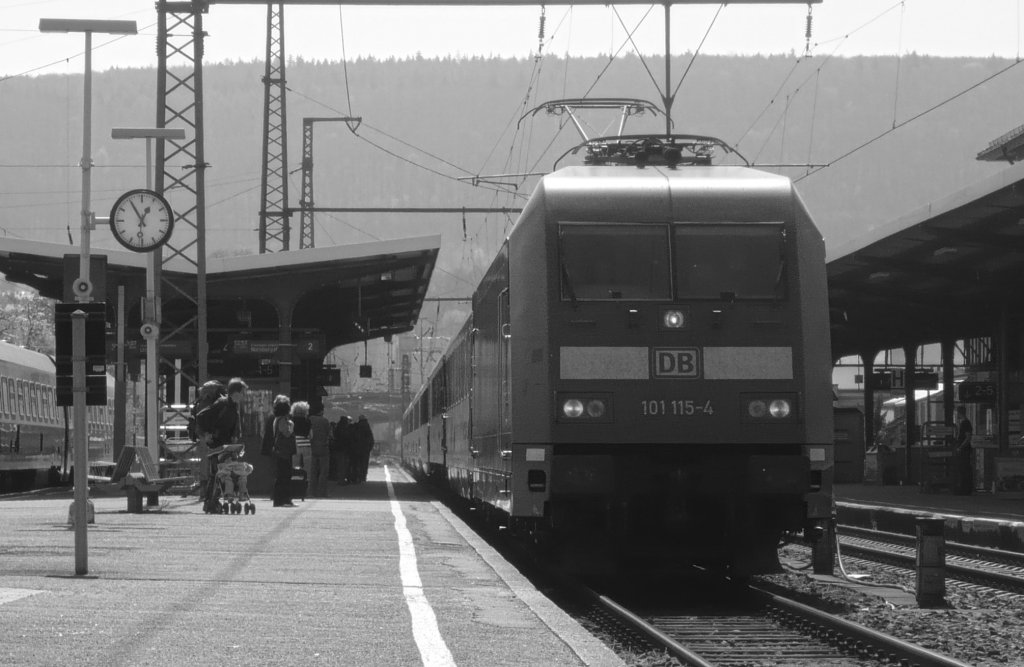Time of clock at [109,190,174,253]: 12:54
